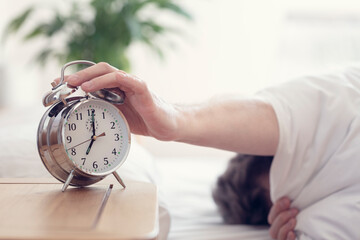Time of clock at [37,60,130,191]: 7:00
